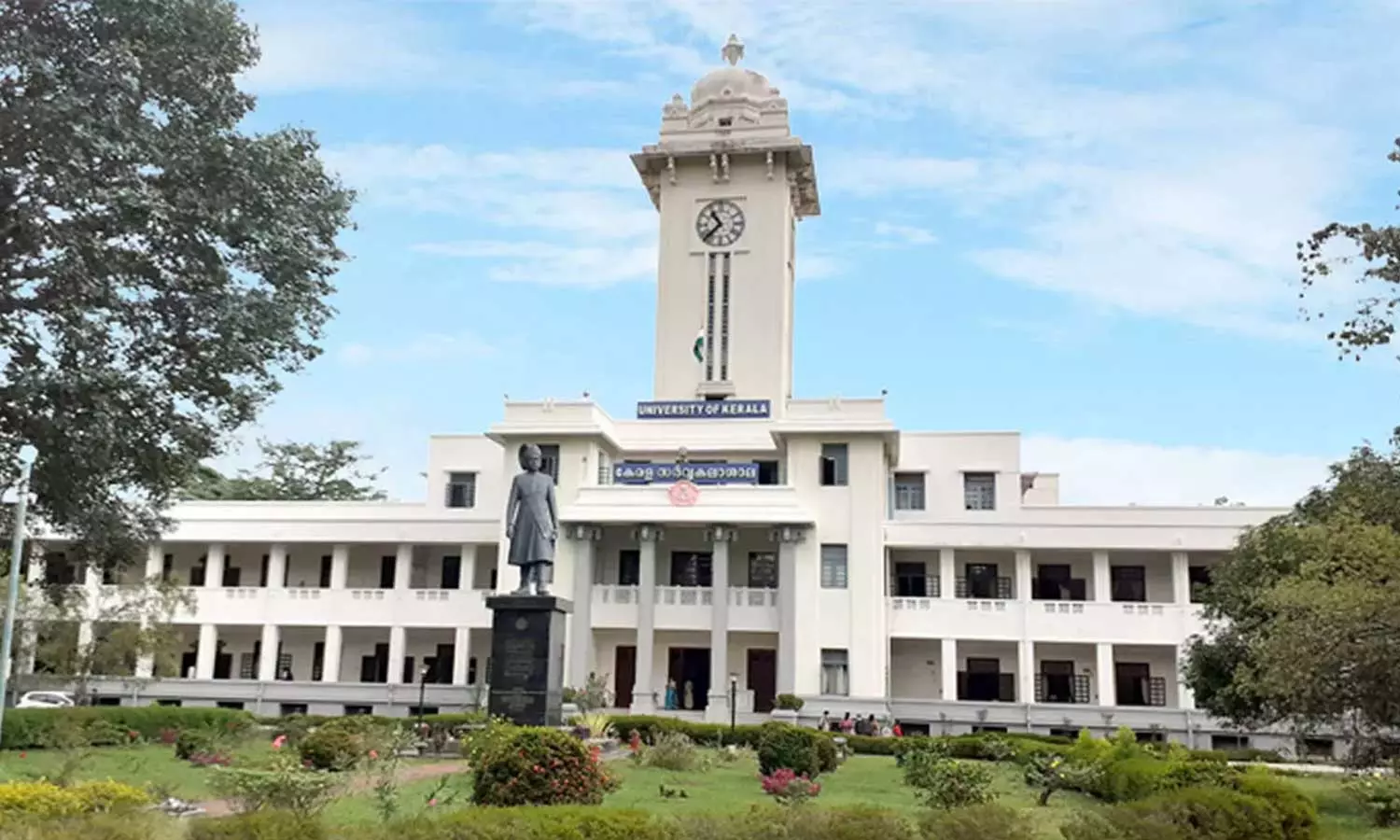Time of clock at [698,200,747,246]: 10:37
